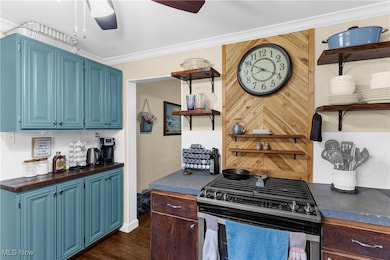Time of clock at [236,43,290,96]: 8:19
